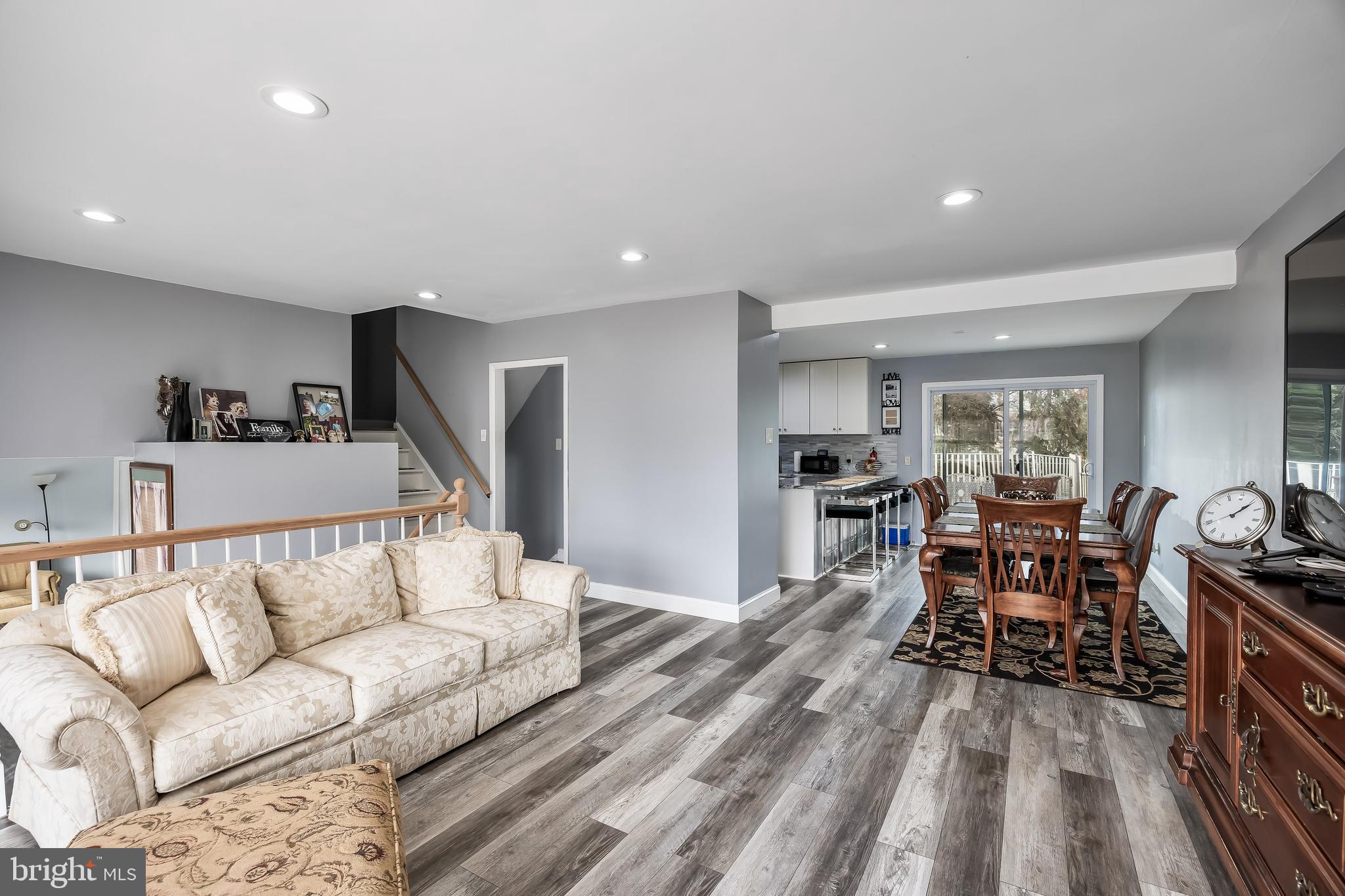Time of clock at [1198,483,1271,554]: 1:06
